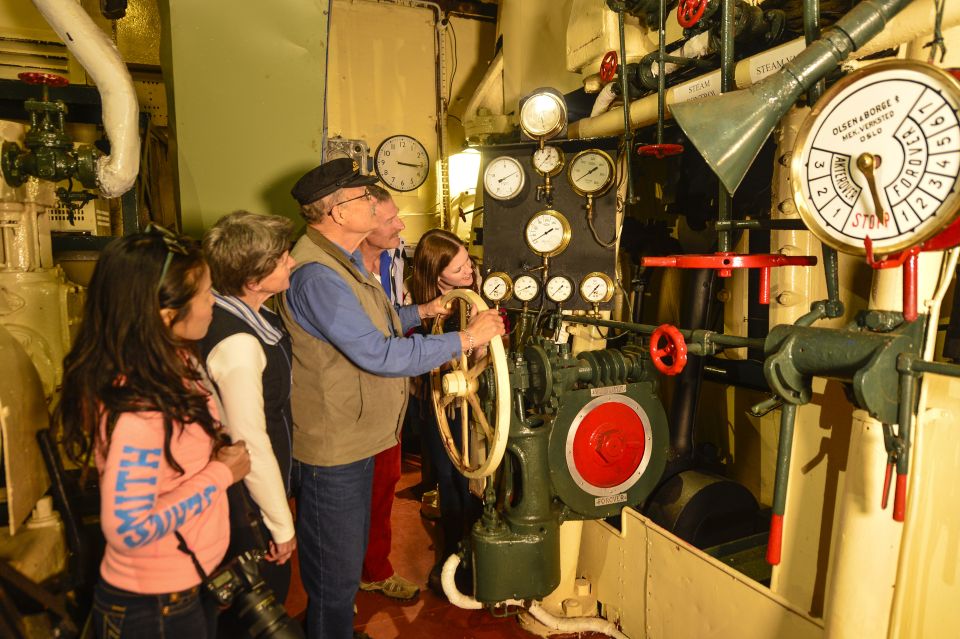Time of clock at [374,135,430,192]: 3:15
